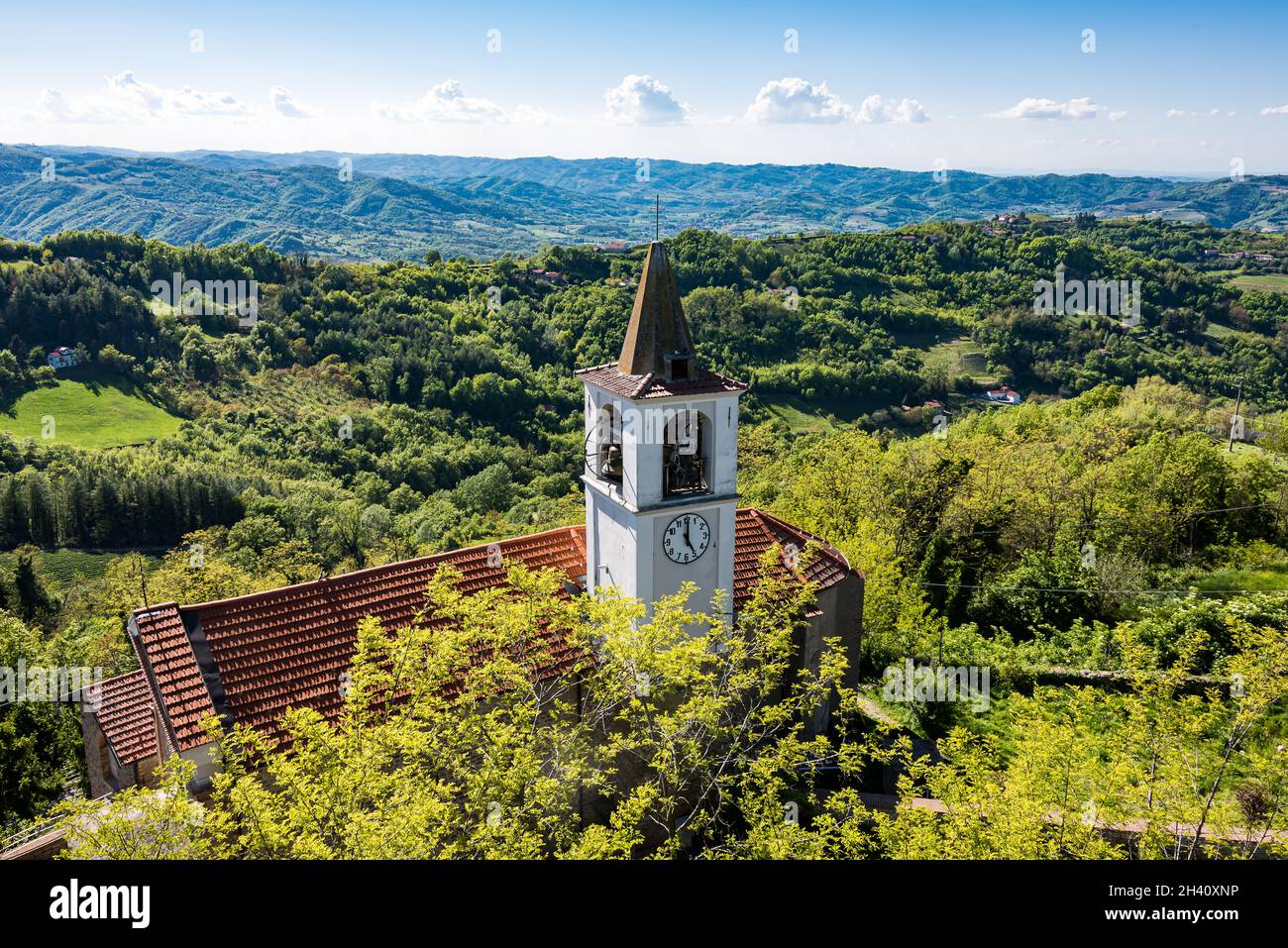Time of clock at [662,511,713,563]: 5:00
